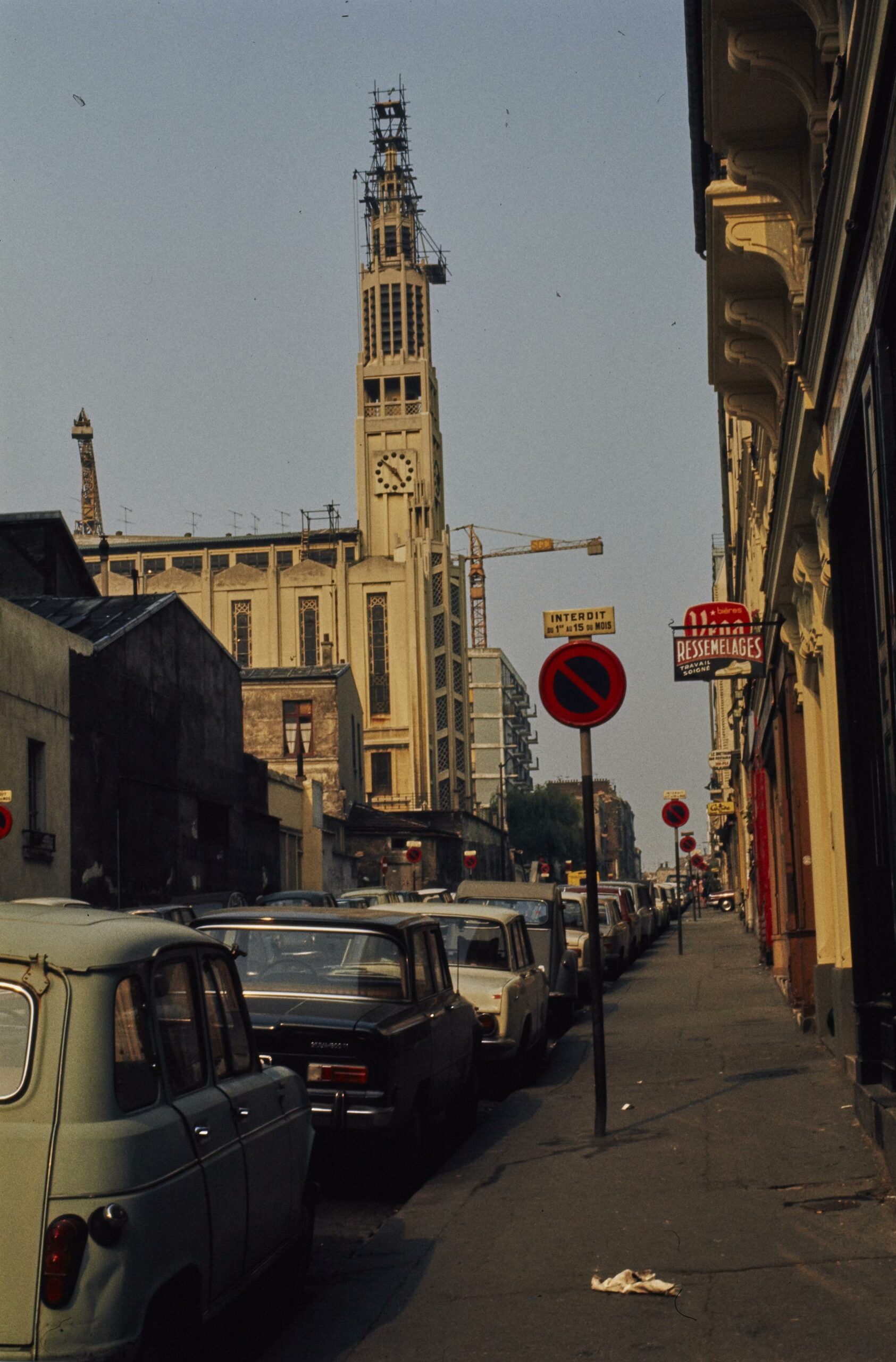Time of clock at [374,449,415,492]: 4:52
